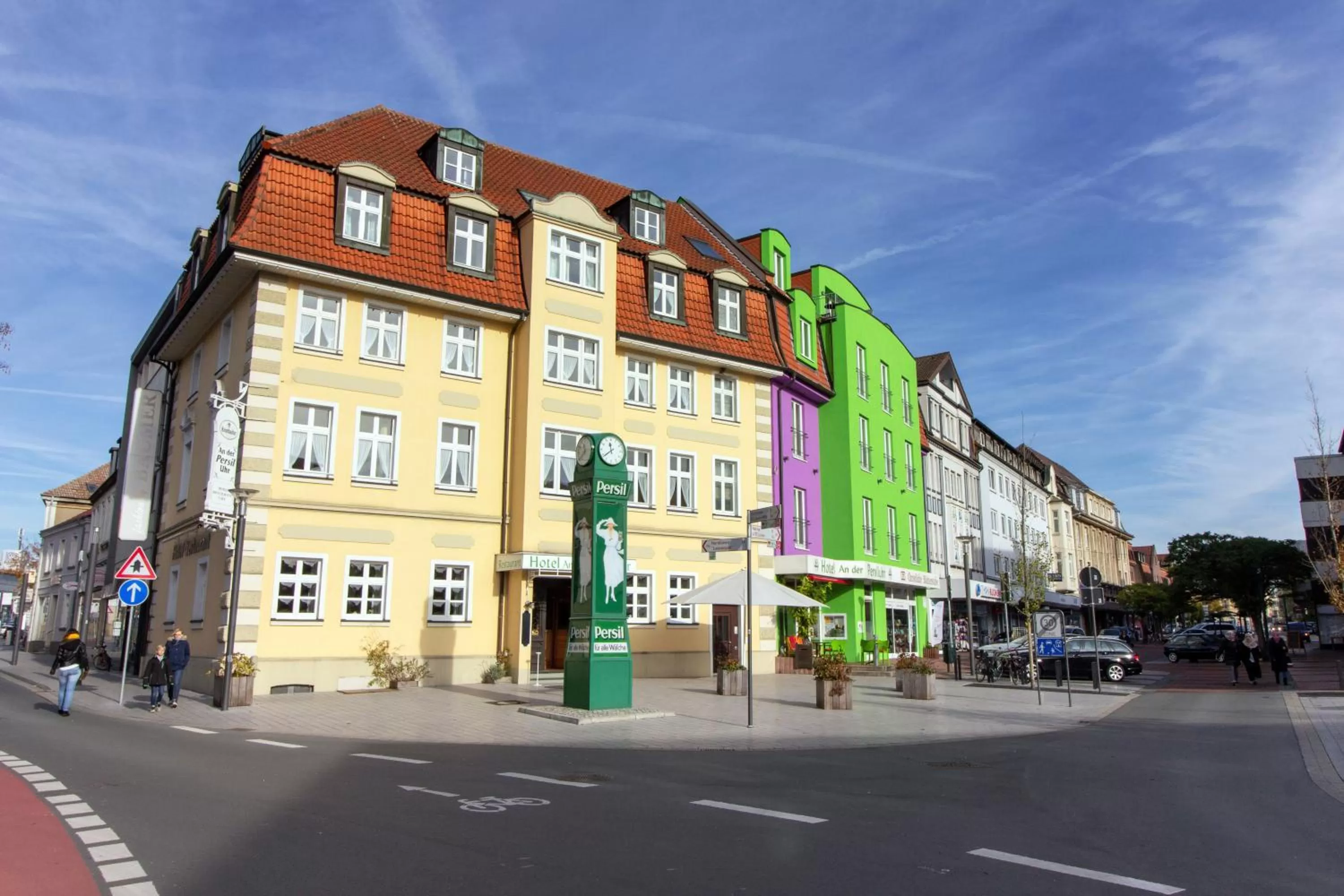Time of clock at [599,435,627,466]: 11:38
